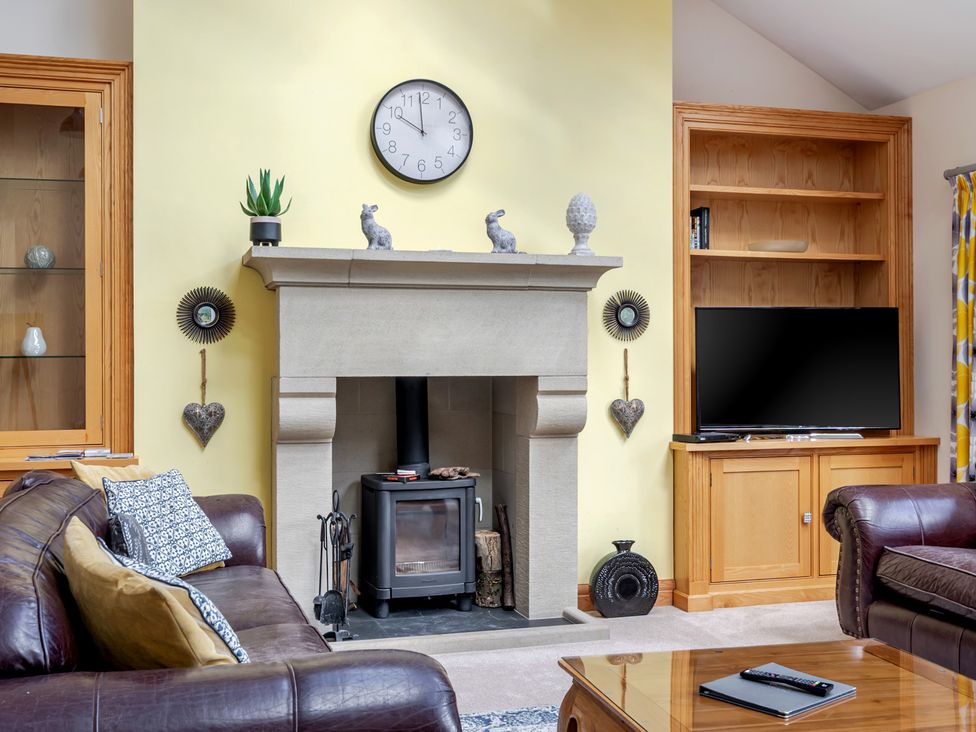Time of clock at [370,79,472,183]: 9:59
